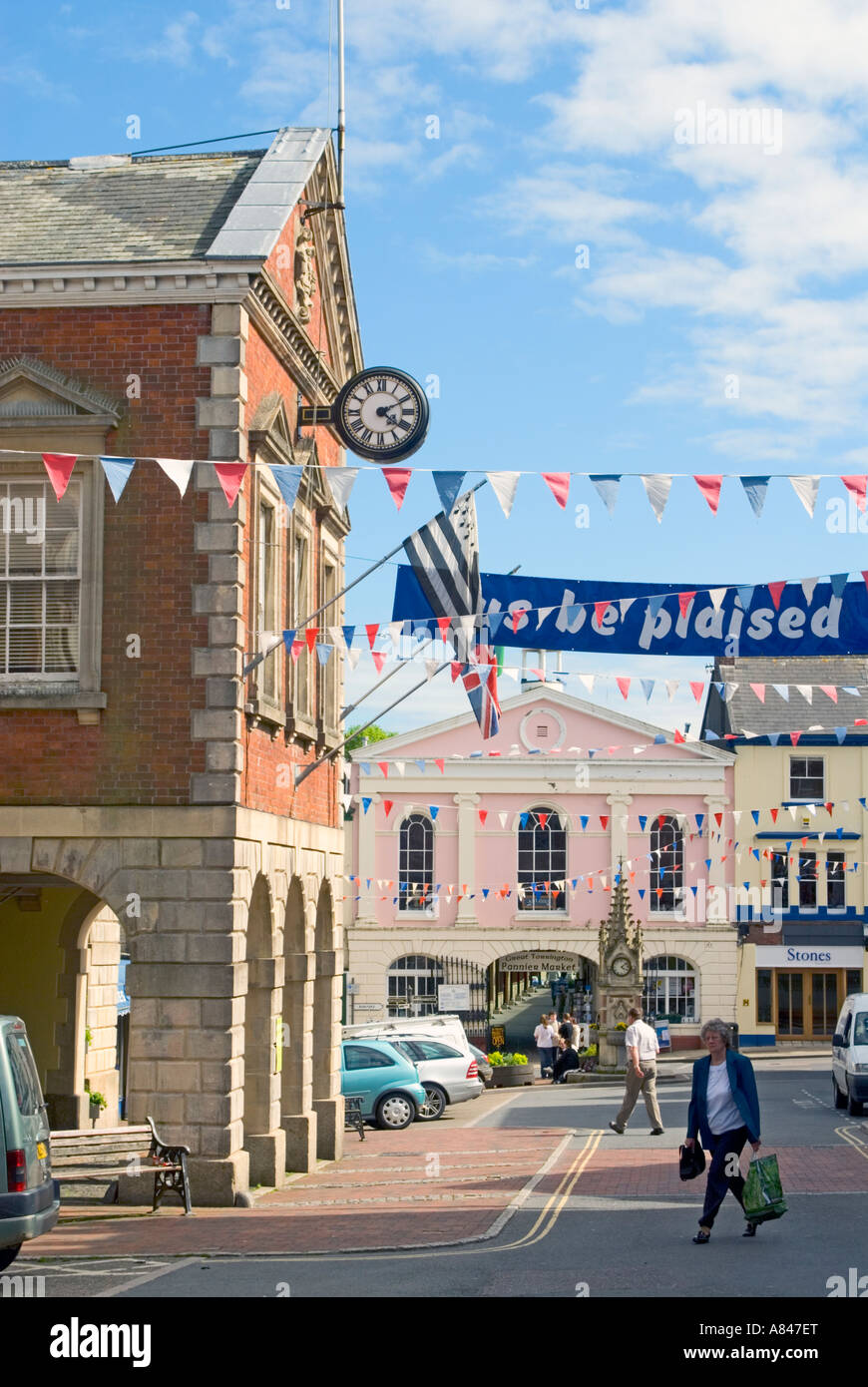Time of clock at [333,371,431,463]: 4:10
